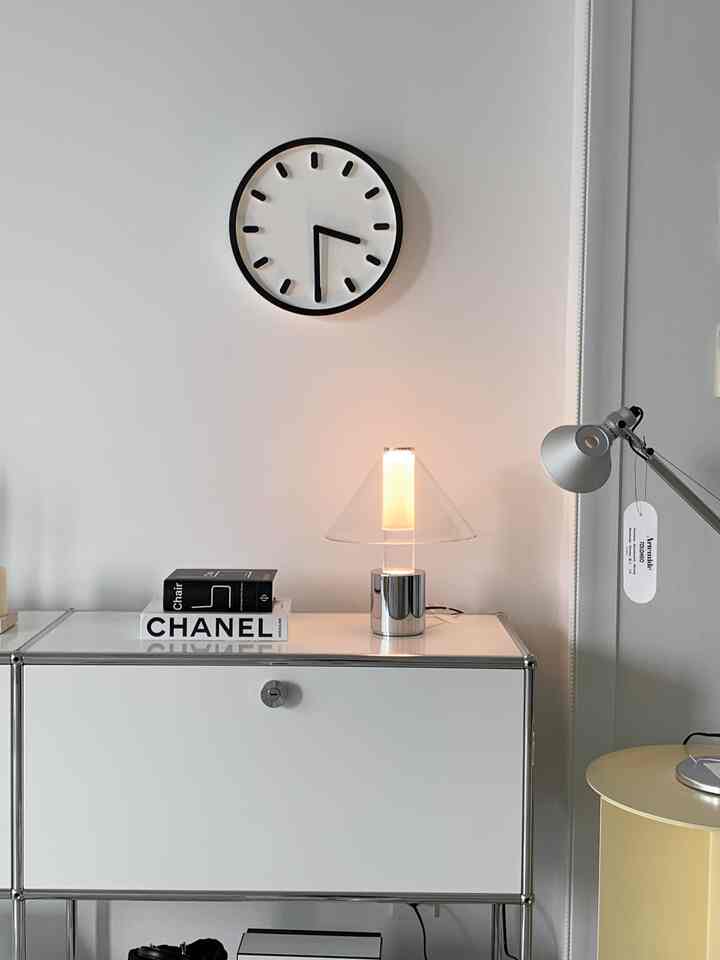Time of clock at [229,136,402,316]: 3:29
